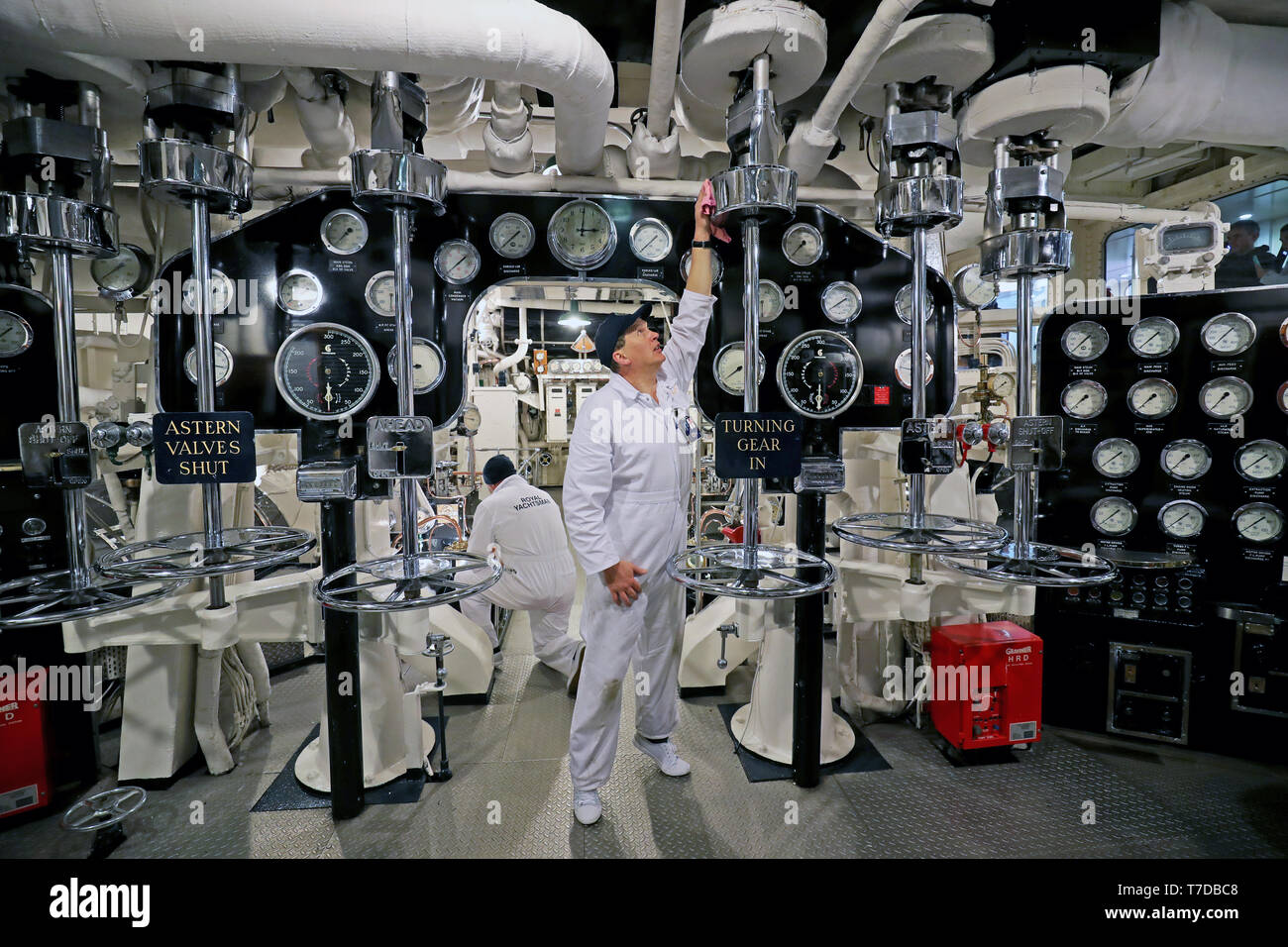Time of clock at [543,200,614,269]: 3:00
